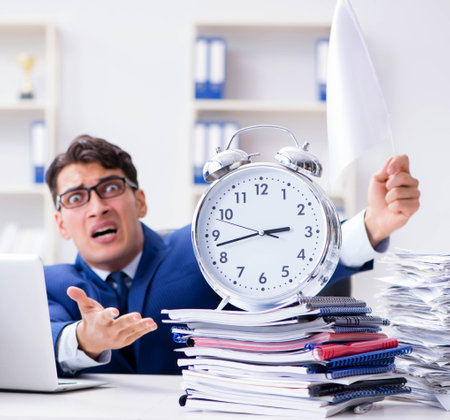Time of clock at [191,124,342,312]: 2:42
